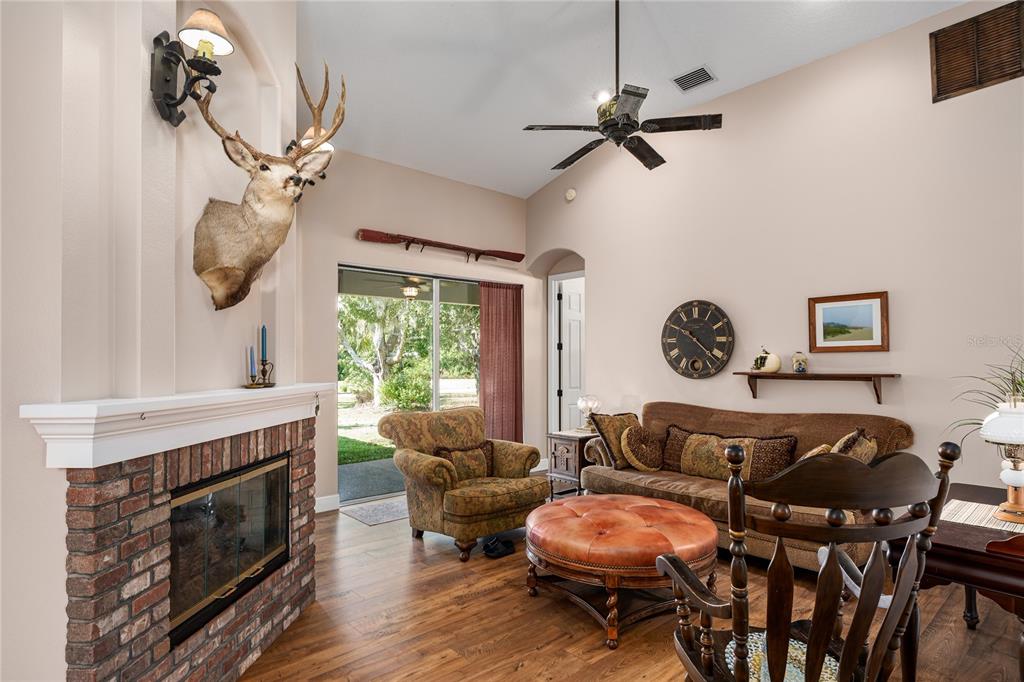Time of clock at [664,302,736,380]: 4:21
